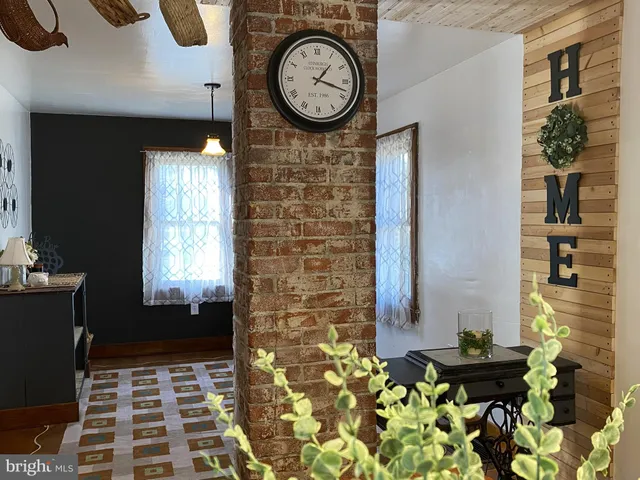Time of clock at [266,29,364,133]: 1:18
